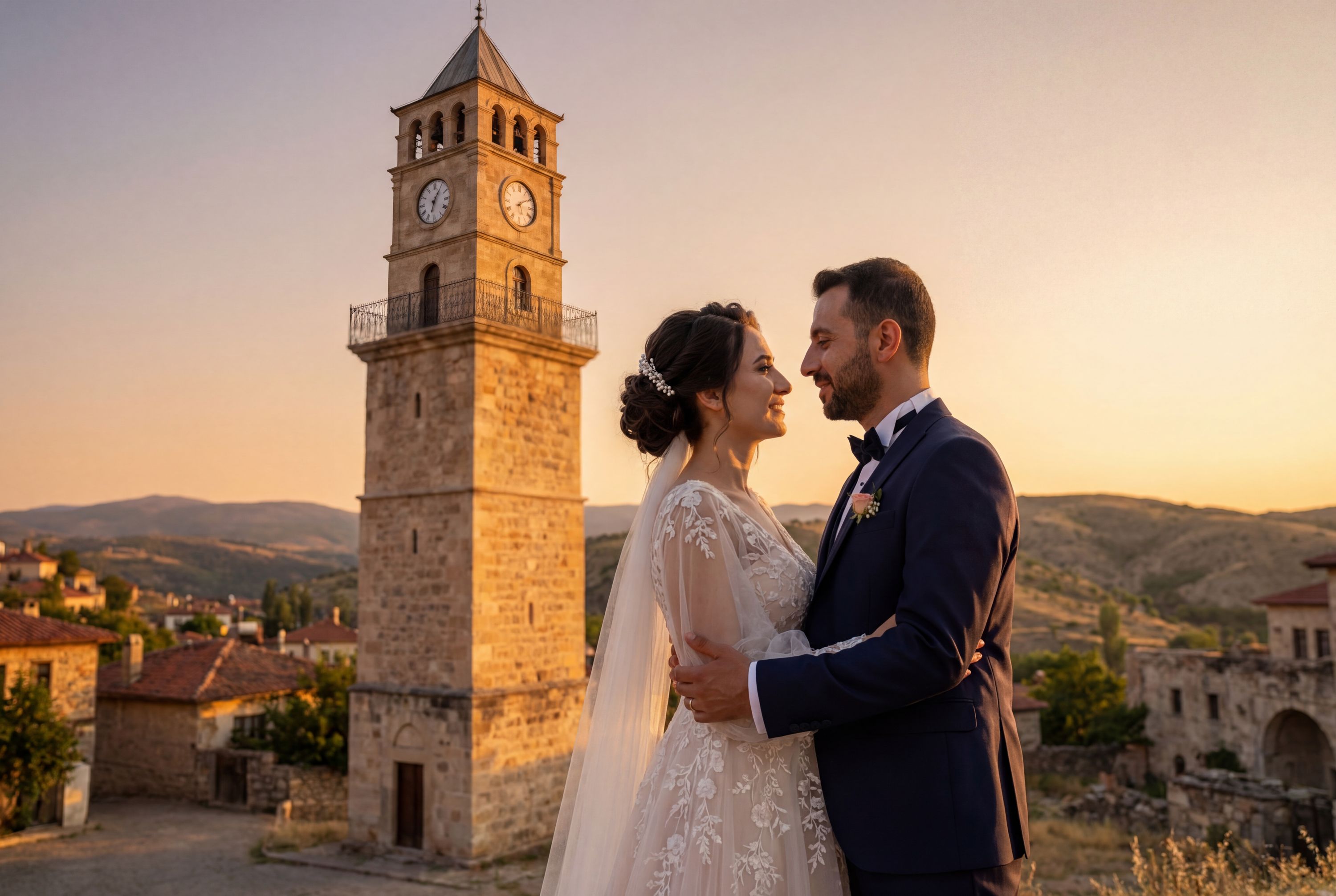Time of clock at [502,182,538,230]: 5:09
